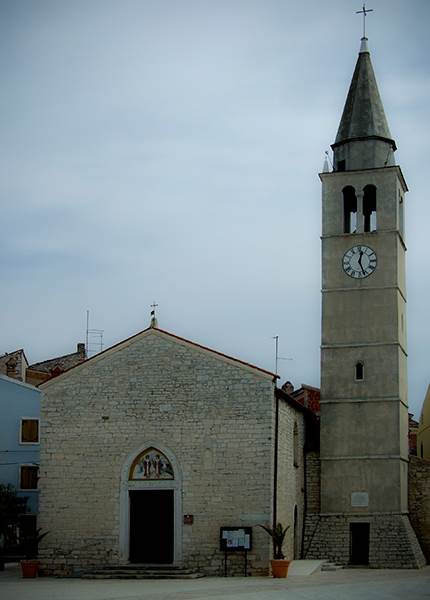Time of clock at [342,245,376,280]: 12:26
